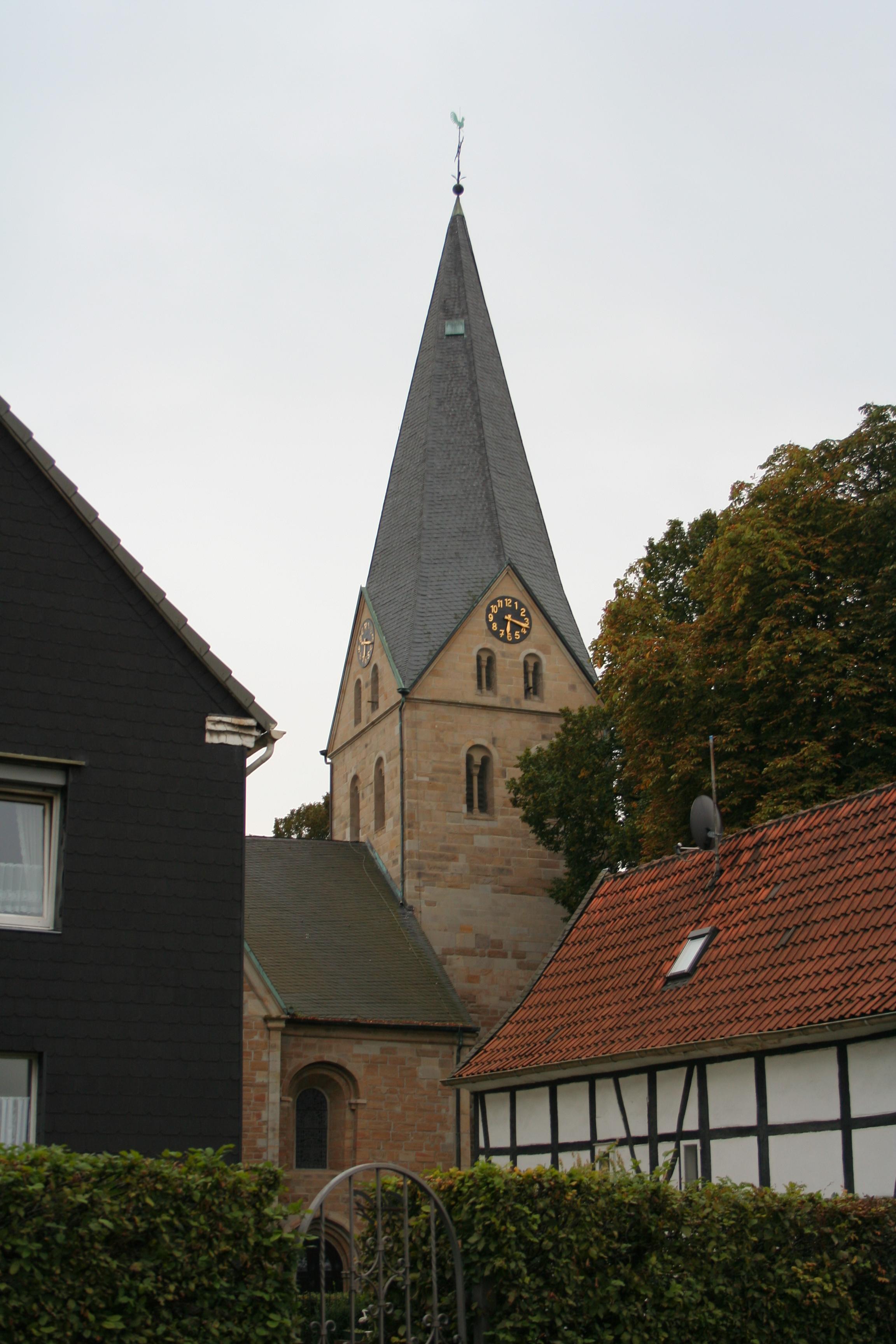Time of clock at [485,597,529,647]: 6:18
